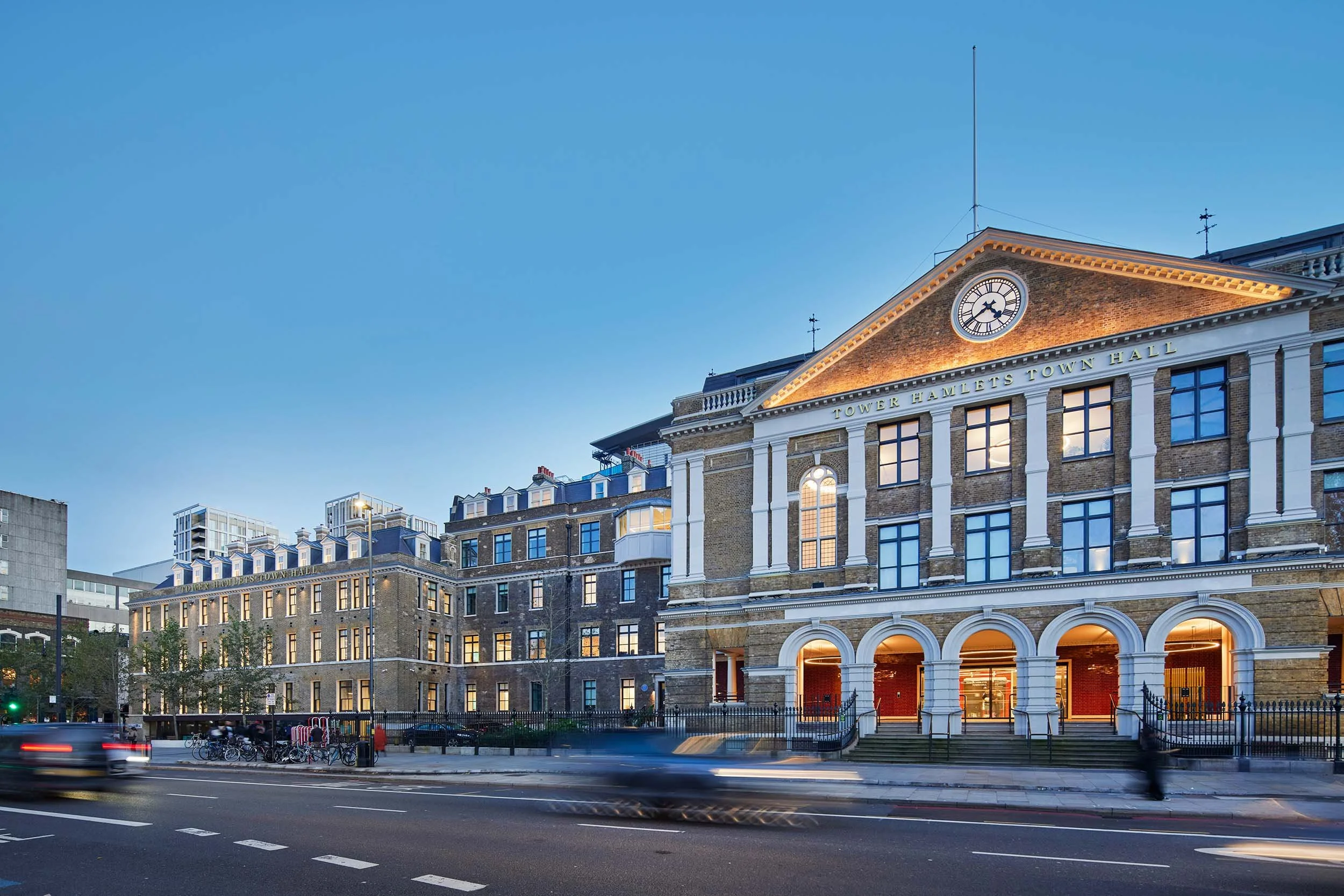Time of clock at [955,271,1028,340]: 4:39
